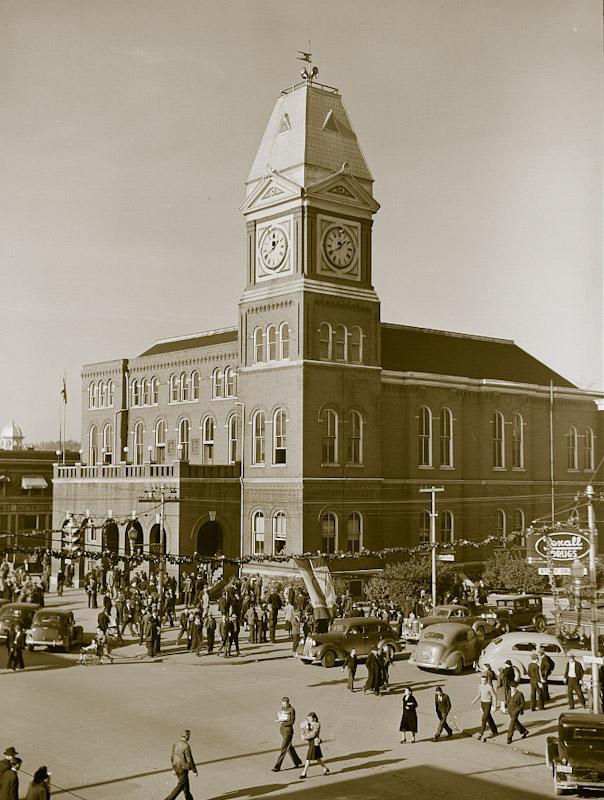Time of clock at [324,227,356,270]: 1:40
